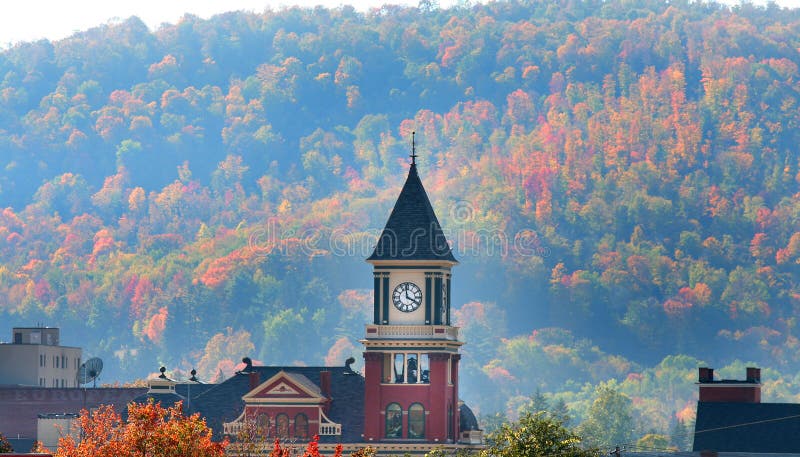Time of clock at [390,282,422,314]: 3:58
